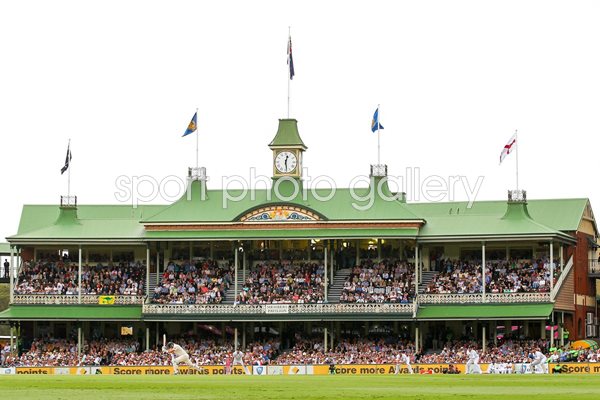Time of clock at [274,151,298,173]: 12:28
